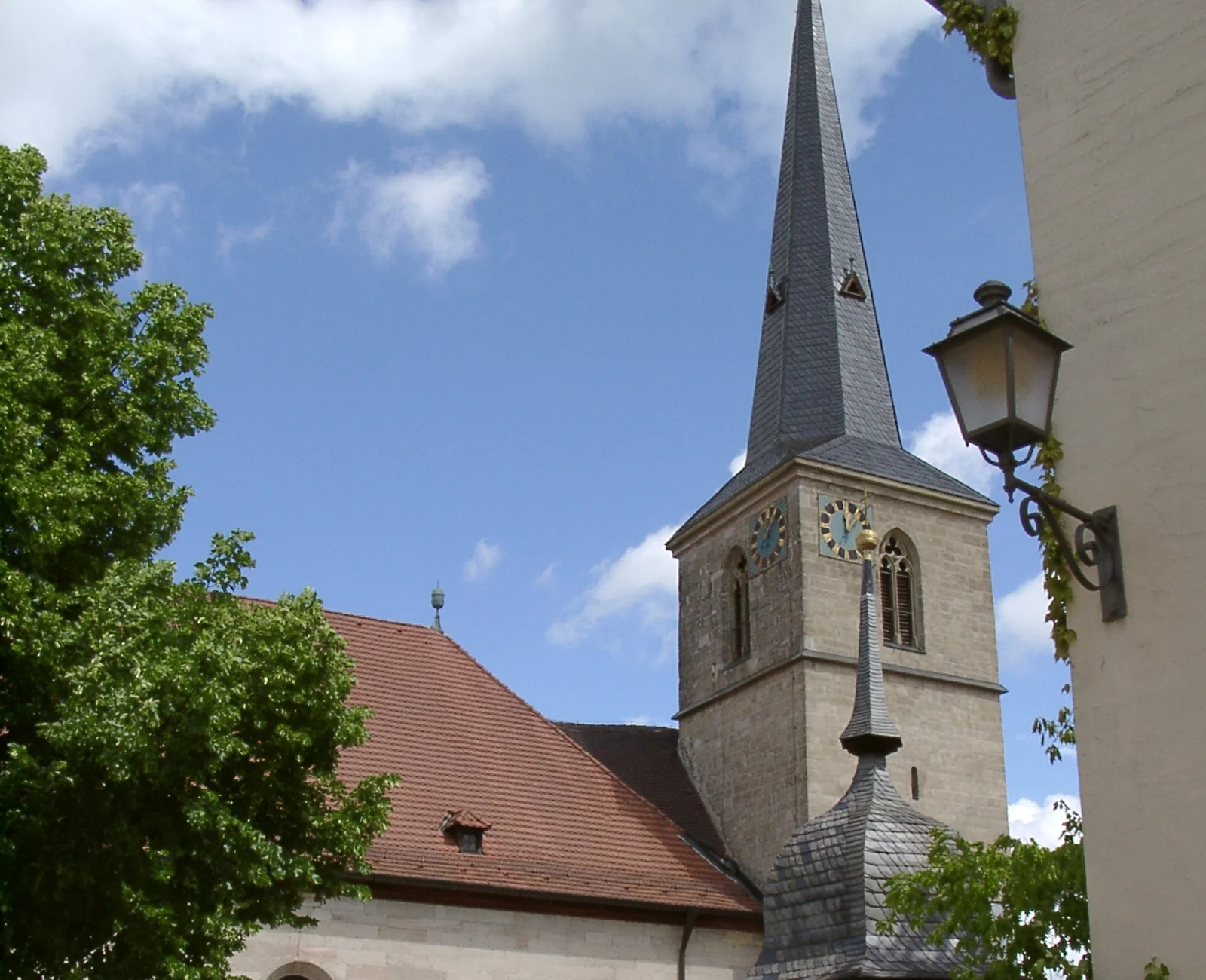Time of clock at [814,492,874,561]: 12:07
